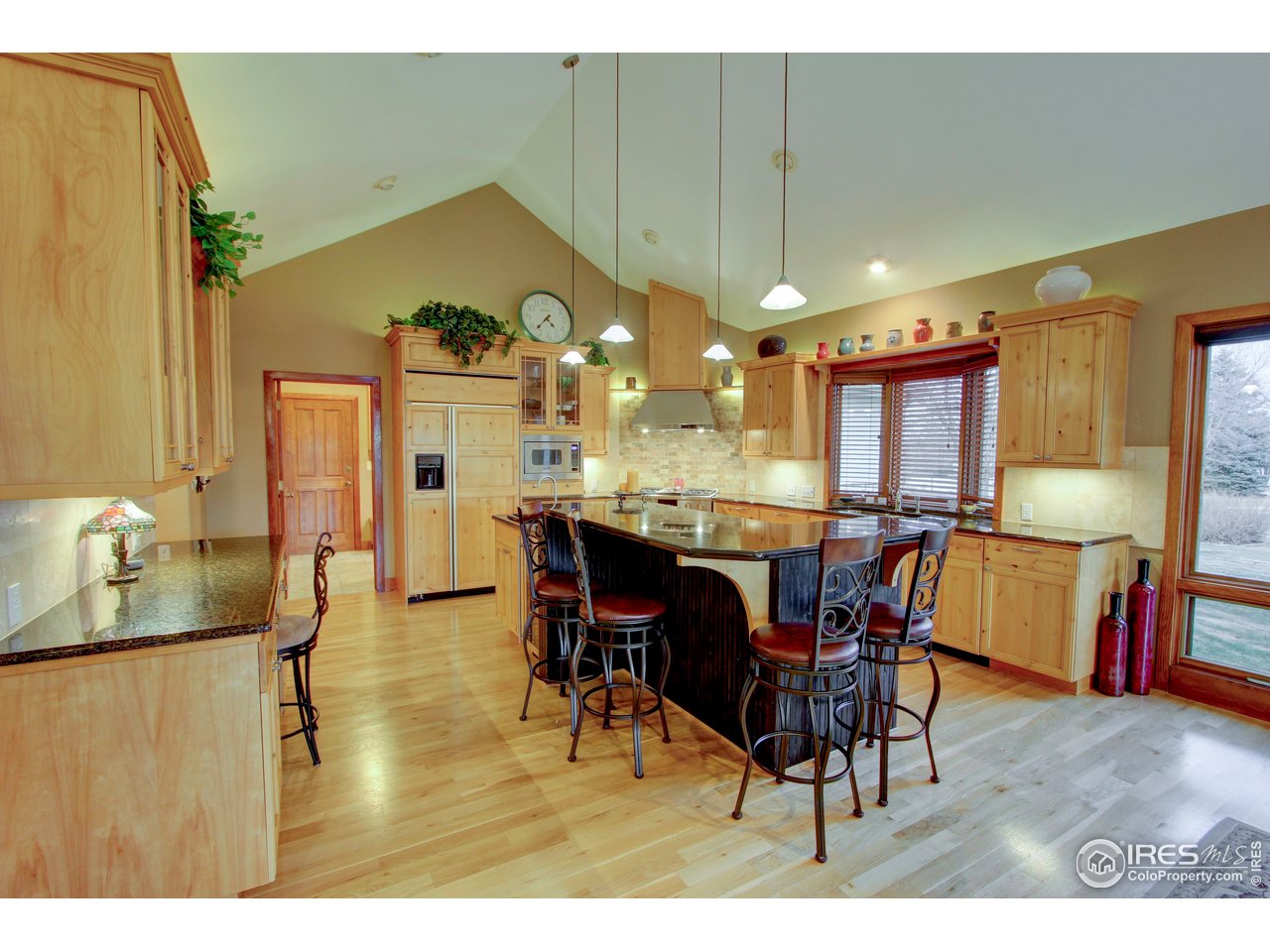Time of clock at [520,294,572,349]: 4:37
